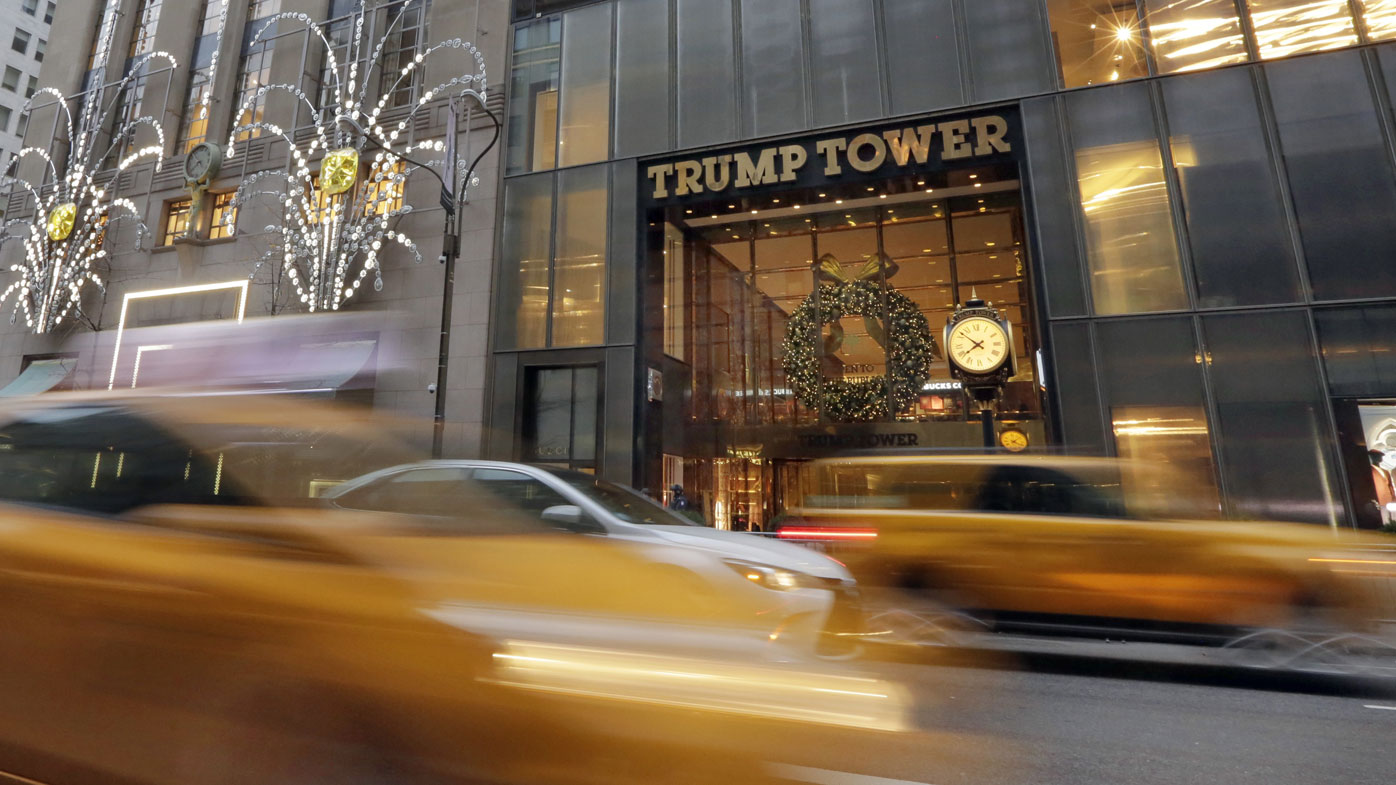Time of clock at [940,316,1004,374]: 7:51
